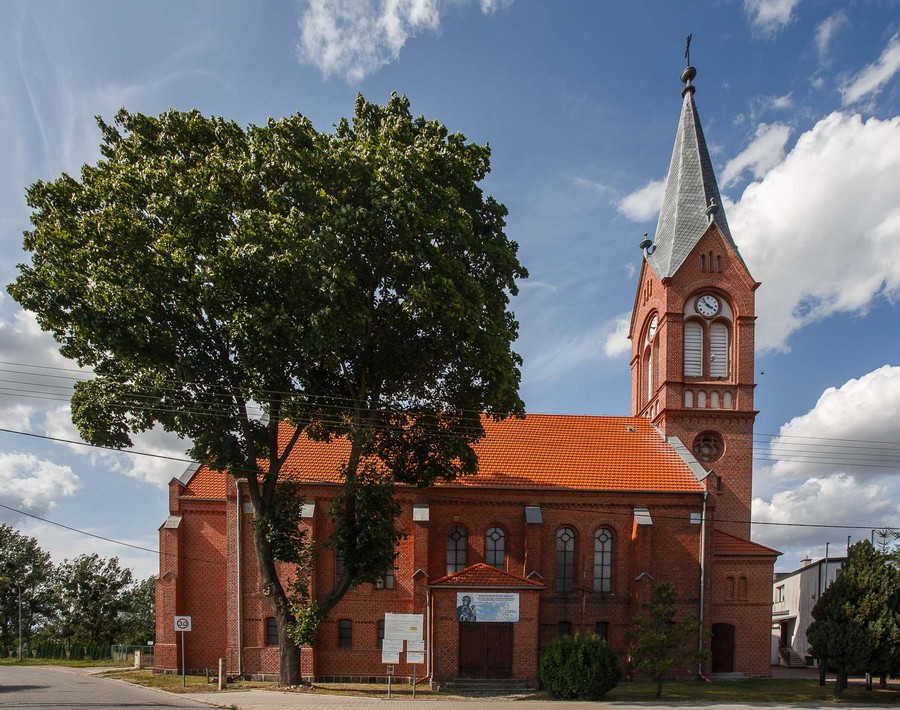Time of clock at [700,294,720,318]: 3:52
